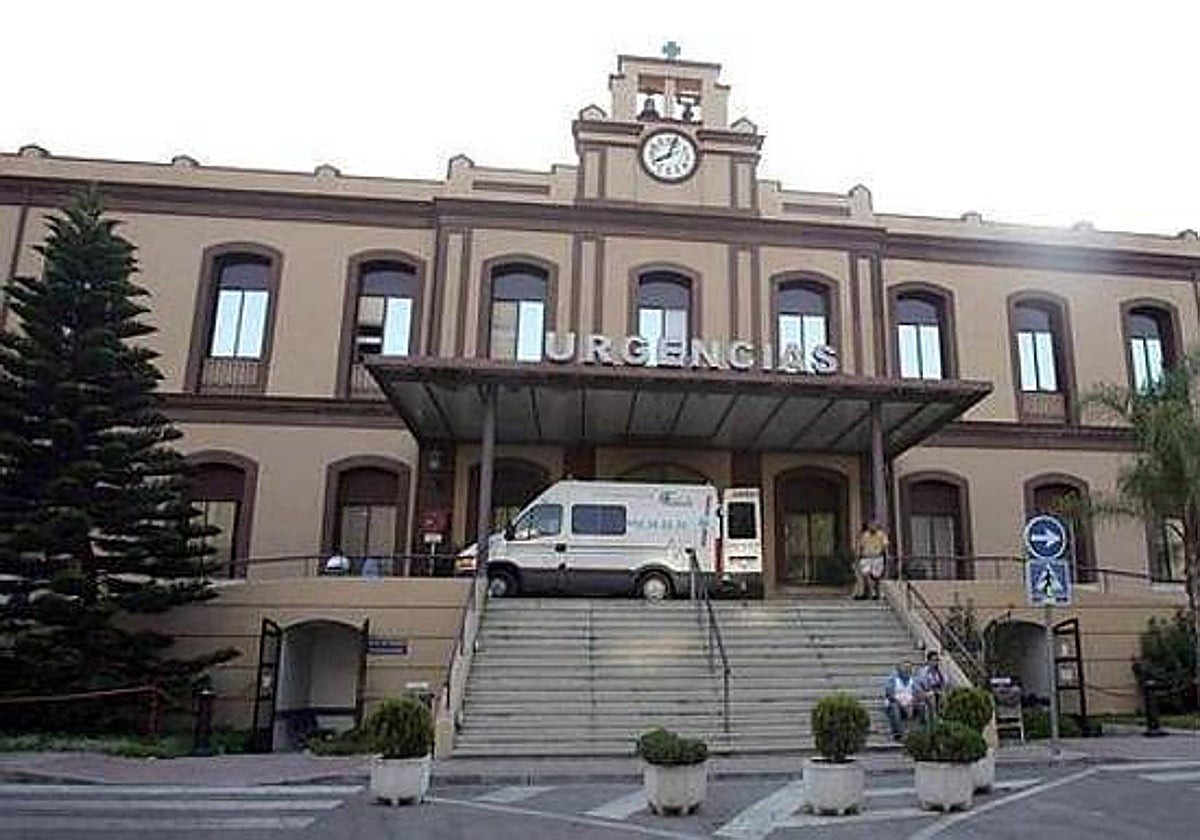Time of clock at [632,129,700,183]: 8:03
